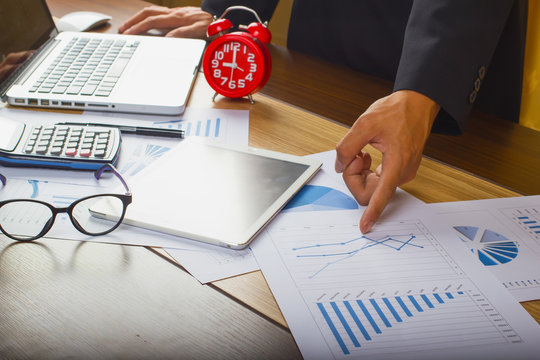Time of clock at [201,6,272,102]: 9:00
